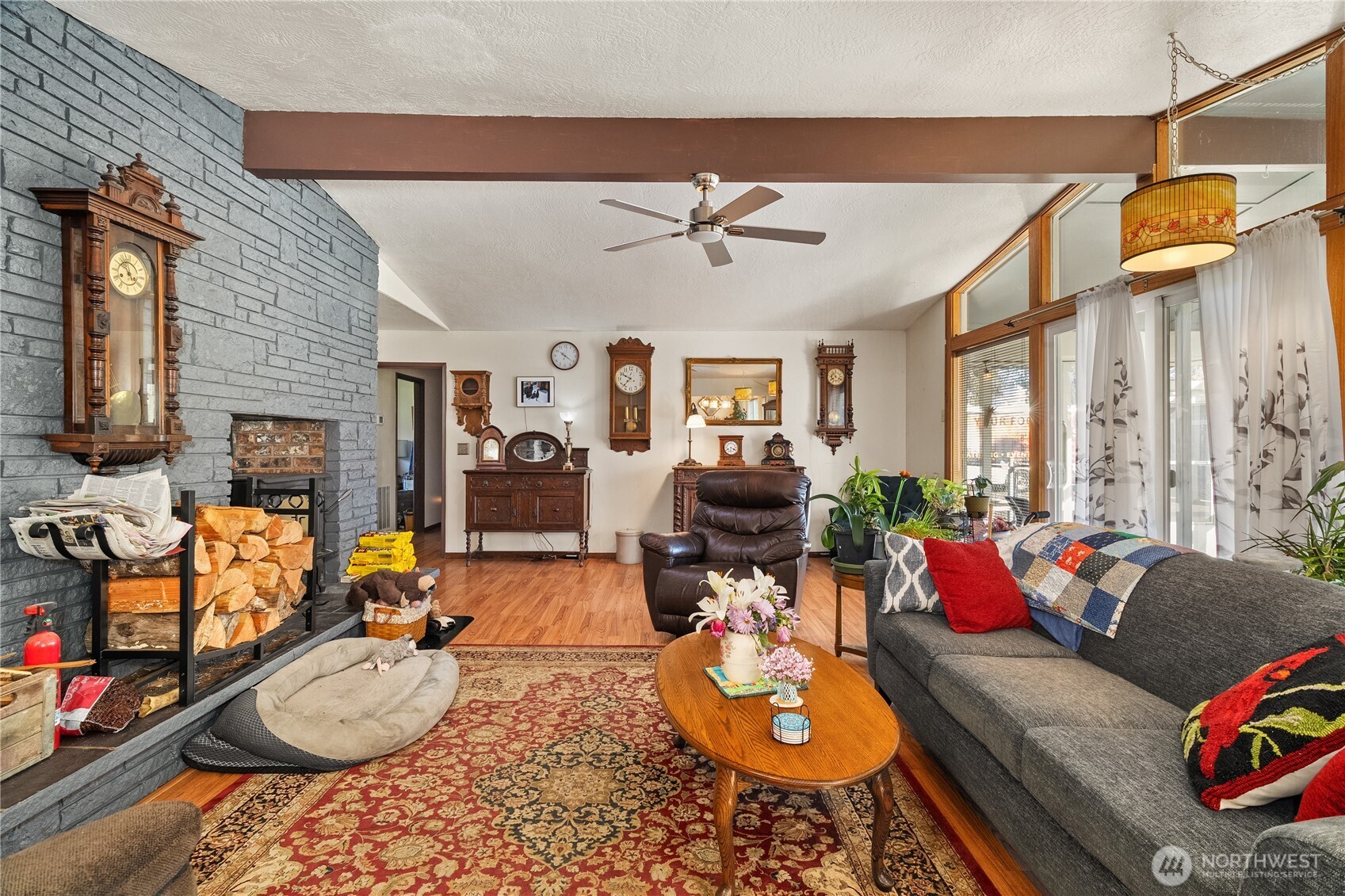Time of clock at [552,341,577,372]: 10:21
